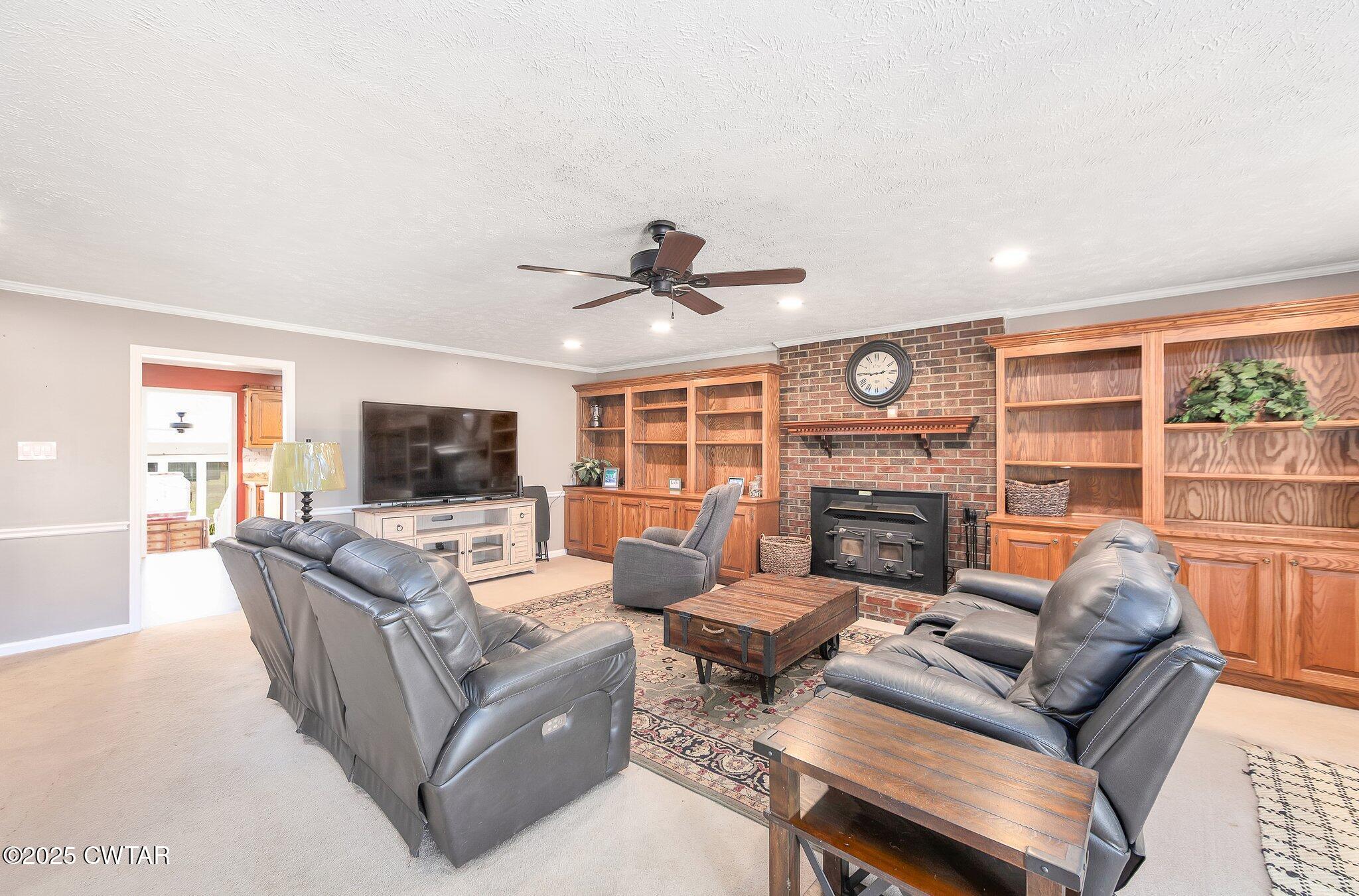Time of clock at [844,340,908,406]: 2:45
